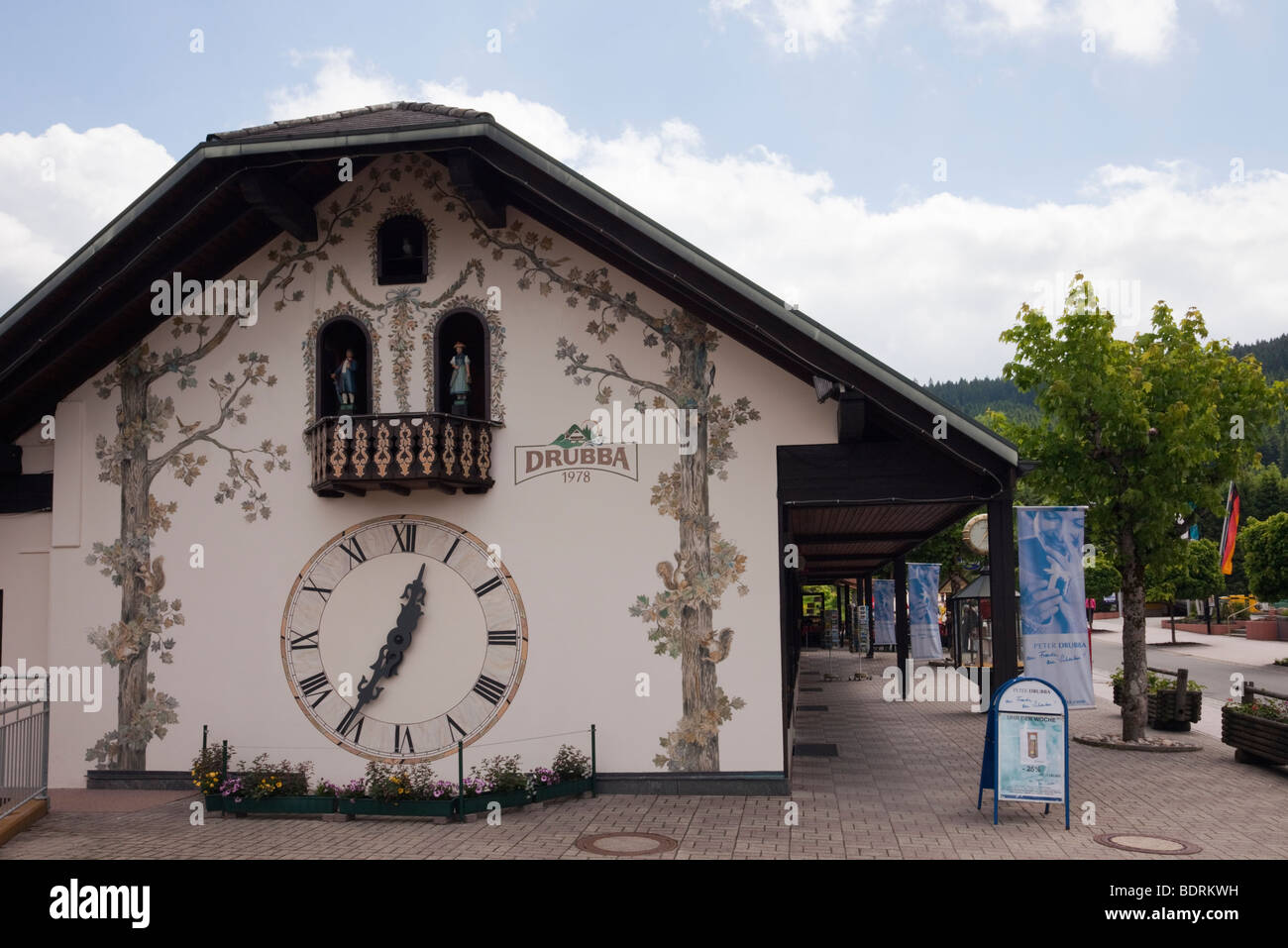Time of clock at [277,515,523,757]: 12:34
